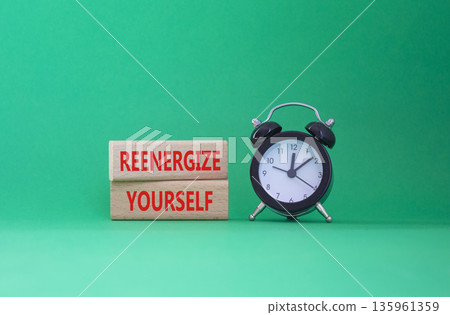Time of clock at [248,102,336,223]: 12:07
